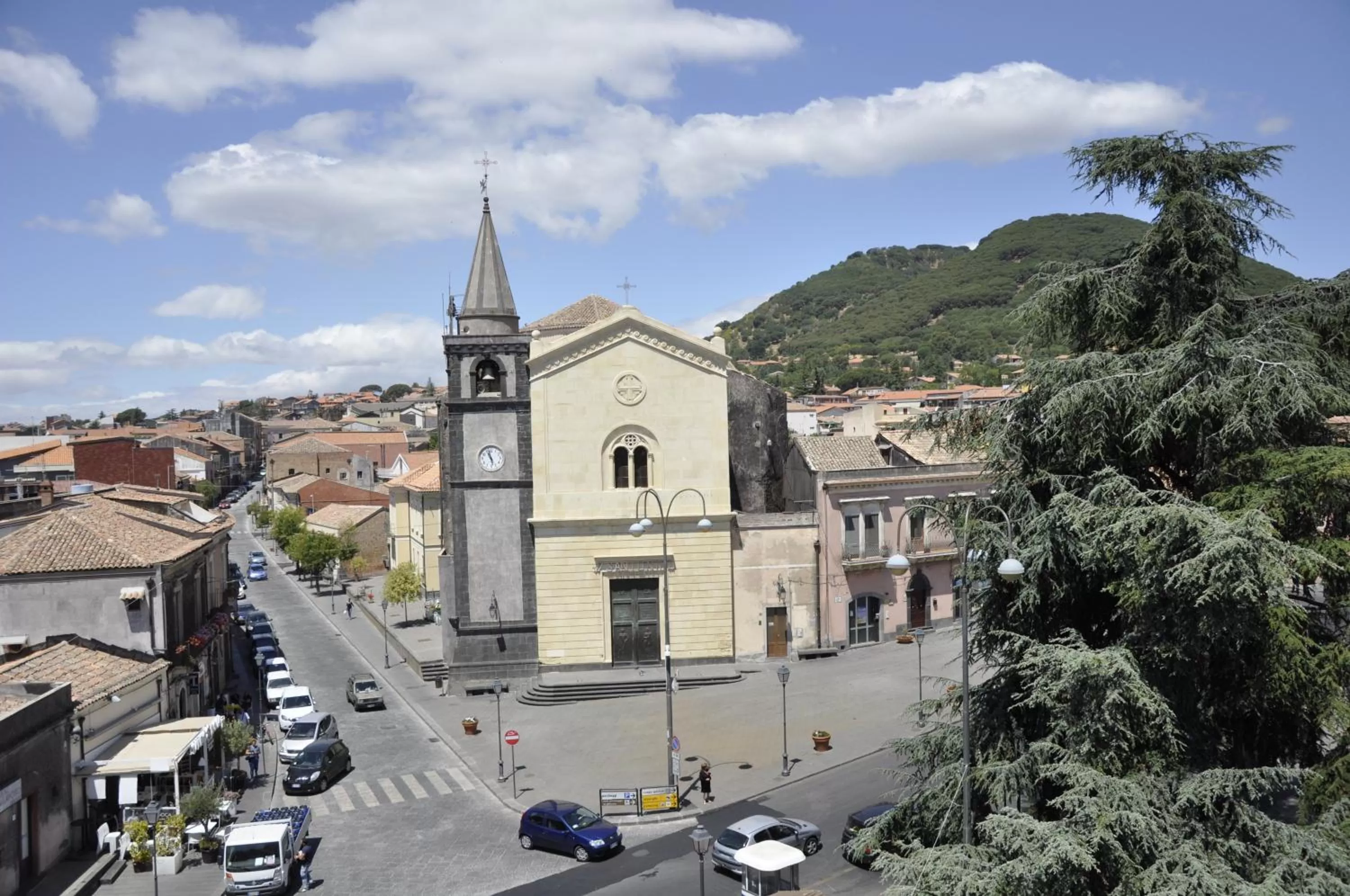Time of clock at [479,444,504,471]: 11:28
